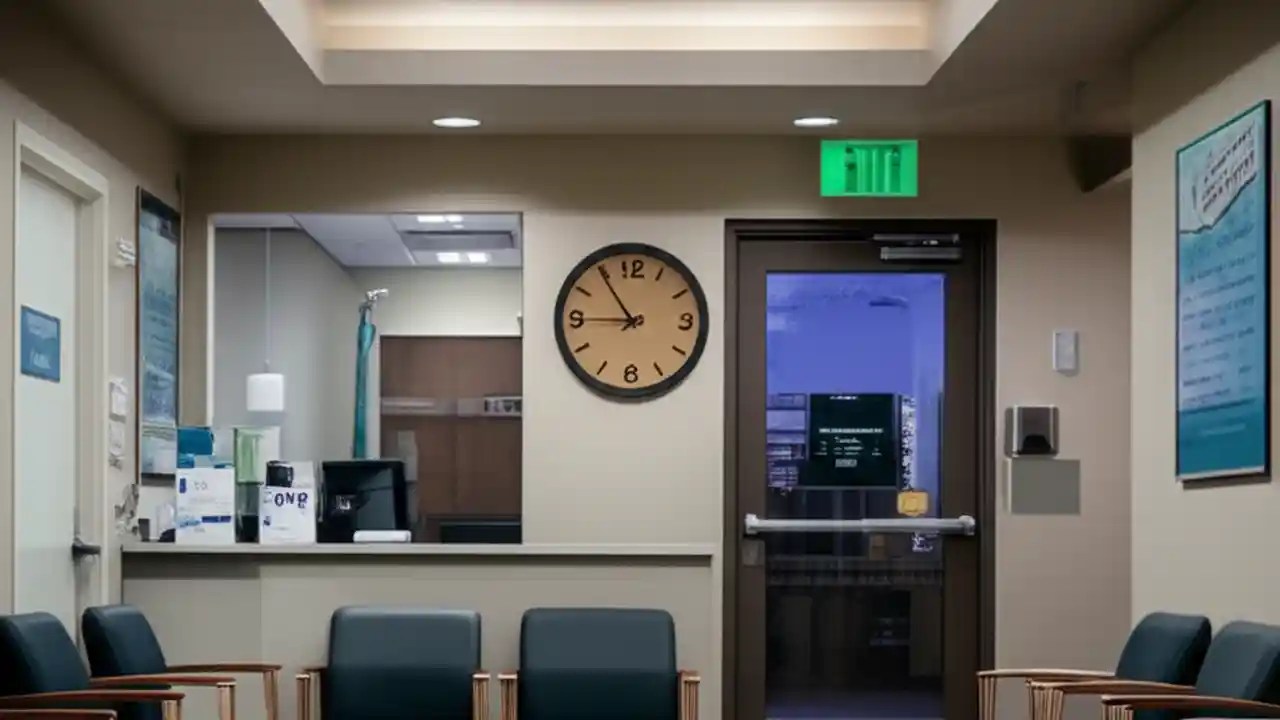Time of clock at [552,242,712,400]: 8:54
